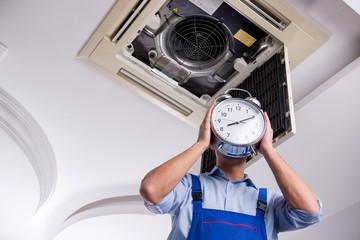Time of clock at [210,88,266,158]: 8:10
